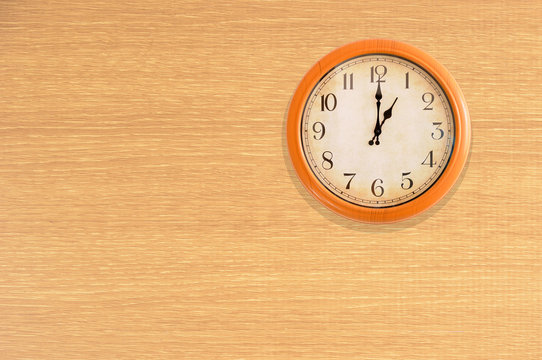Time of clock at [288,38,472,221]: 1:00
